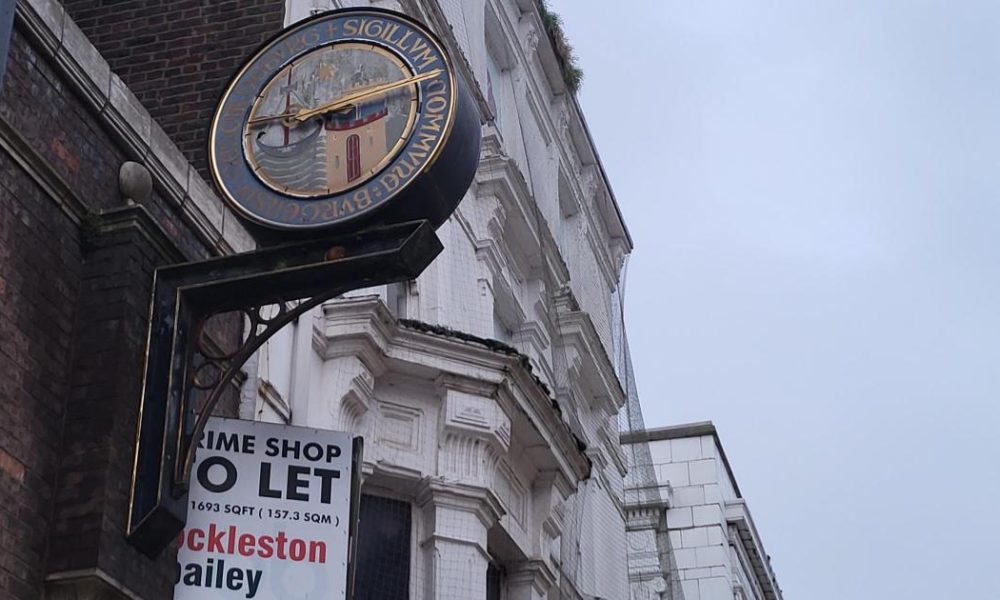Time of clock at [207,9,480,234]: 8:45
